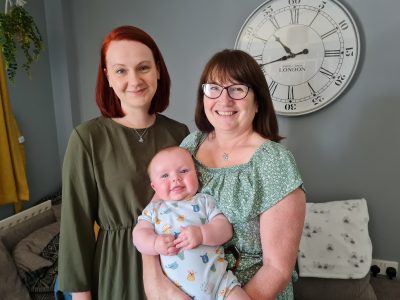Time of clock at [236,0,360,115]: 10:42
